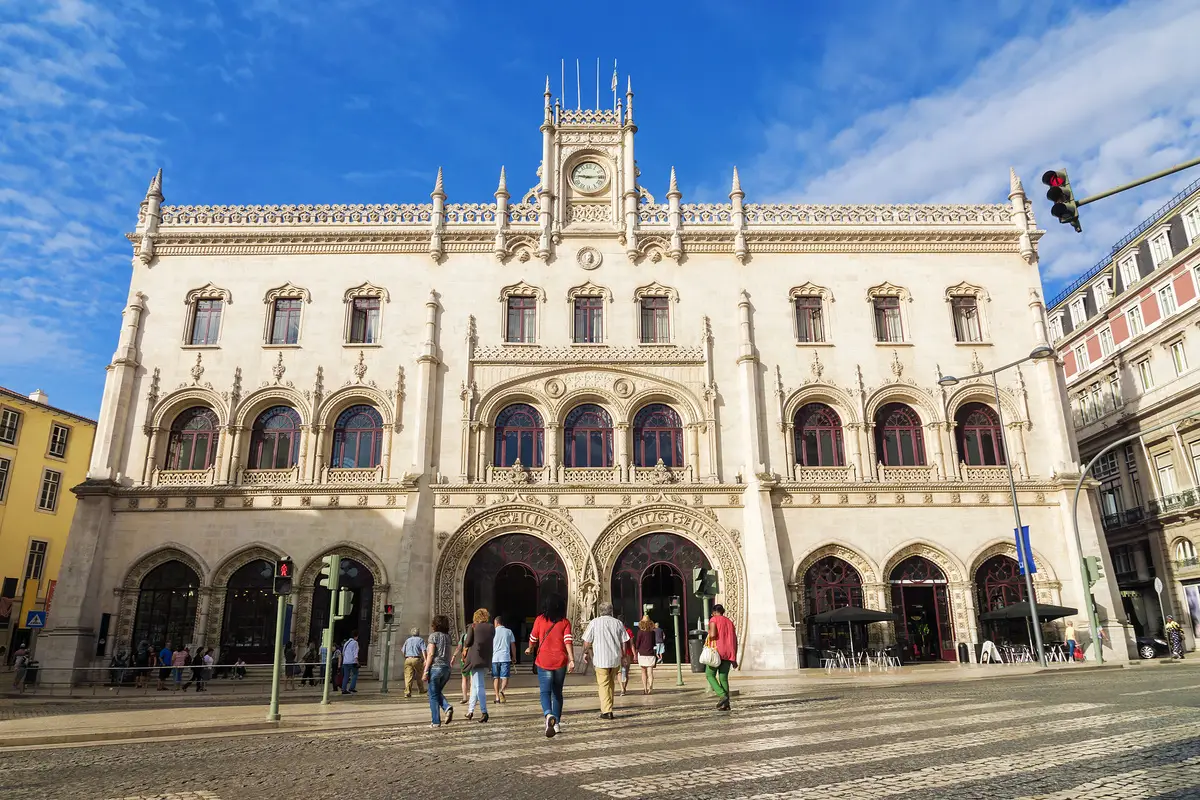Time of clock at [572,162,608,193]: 9:13
